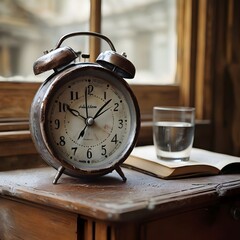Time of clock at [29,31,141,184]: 10:07
